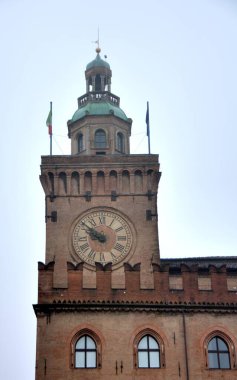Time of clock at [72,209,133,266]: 9:51
